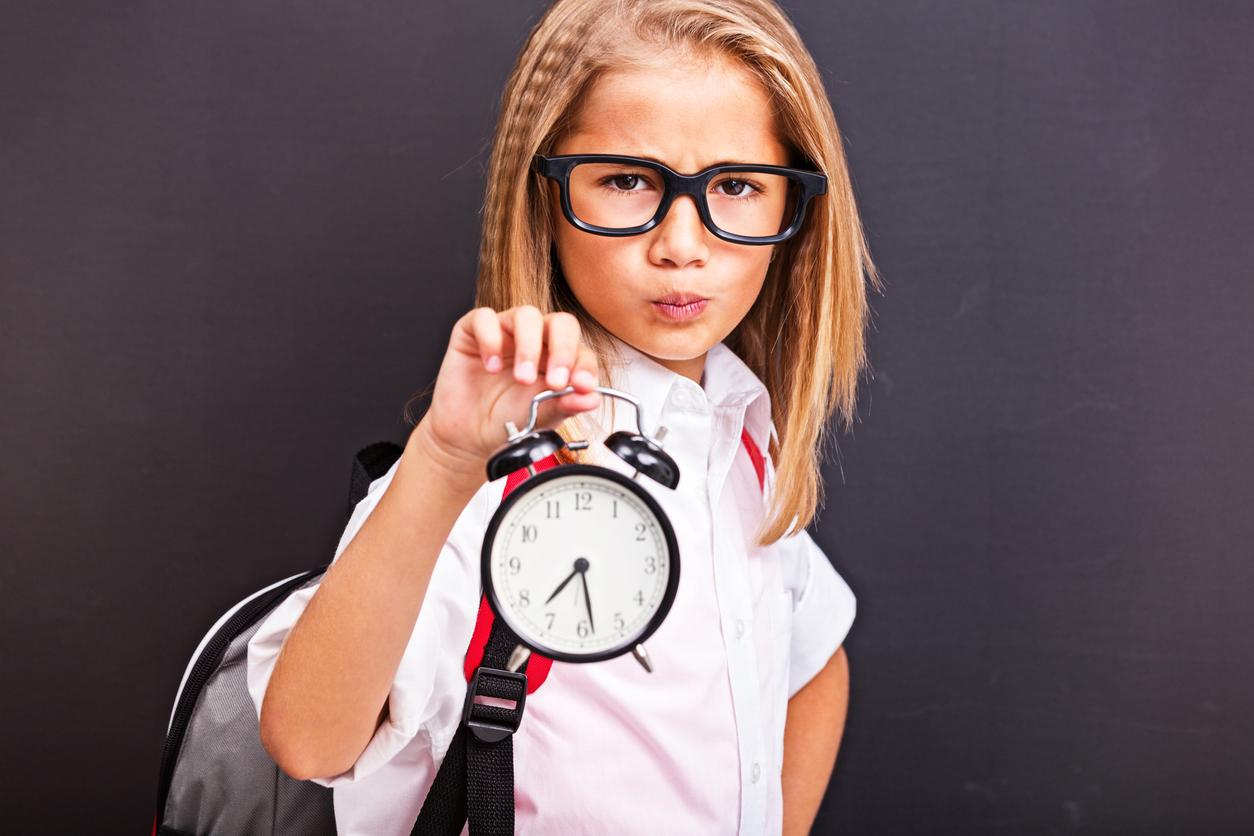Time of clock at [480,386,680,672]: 7:28
